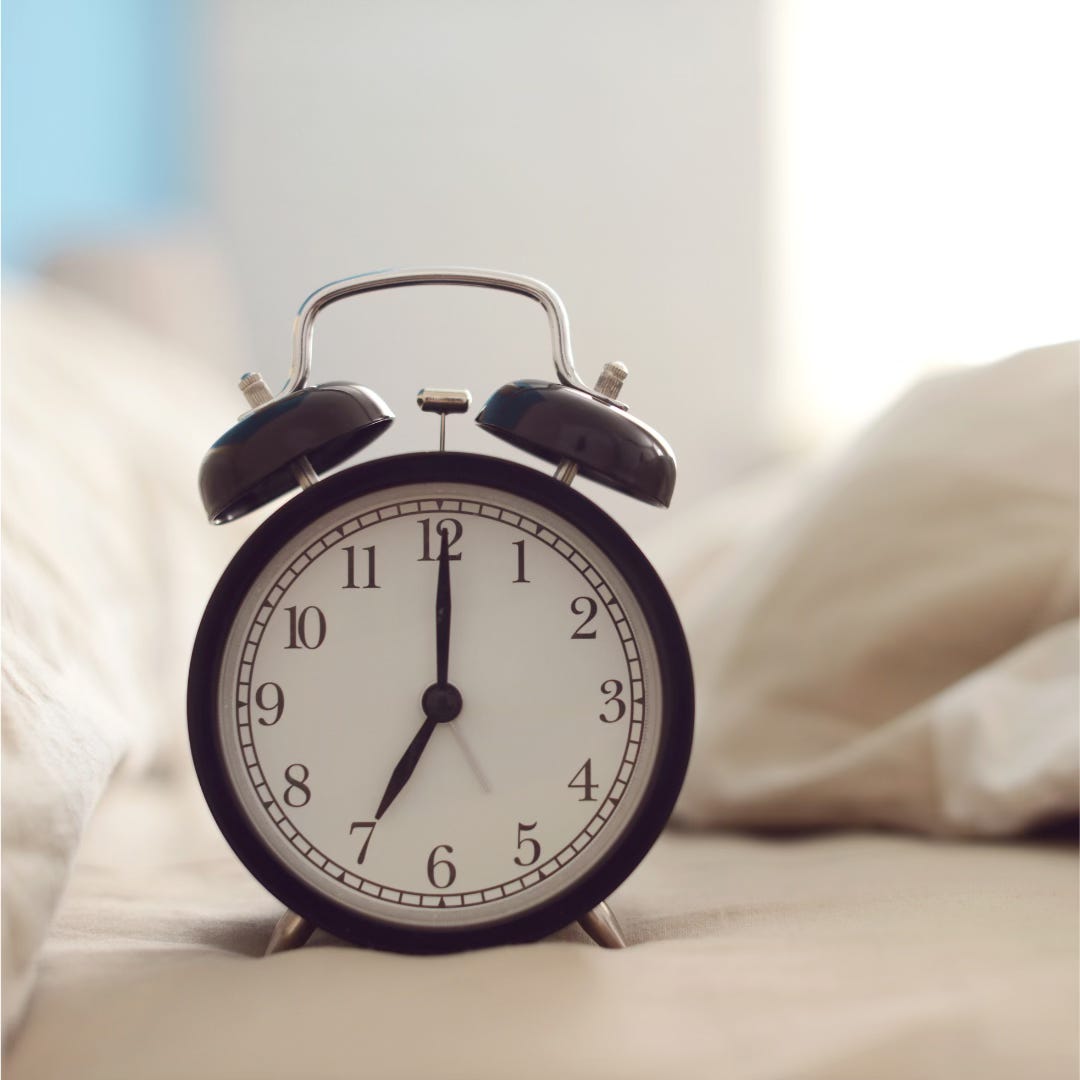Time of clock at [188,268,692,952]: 7:00
